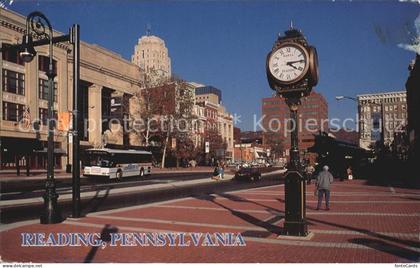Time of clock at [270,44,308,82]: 4:13
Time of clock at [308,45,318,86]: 4:13
